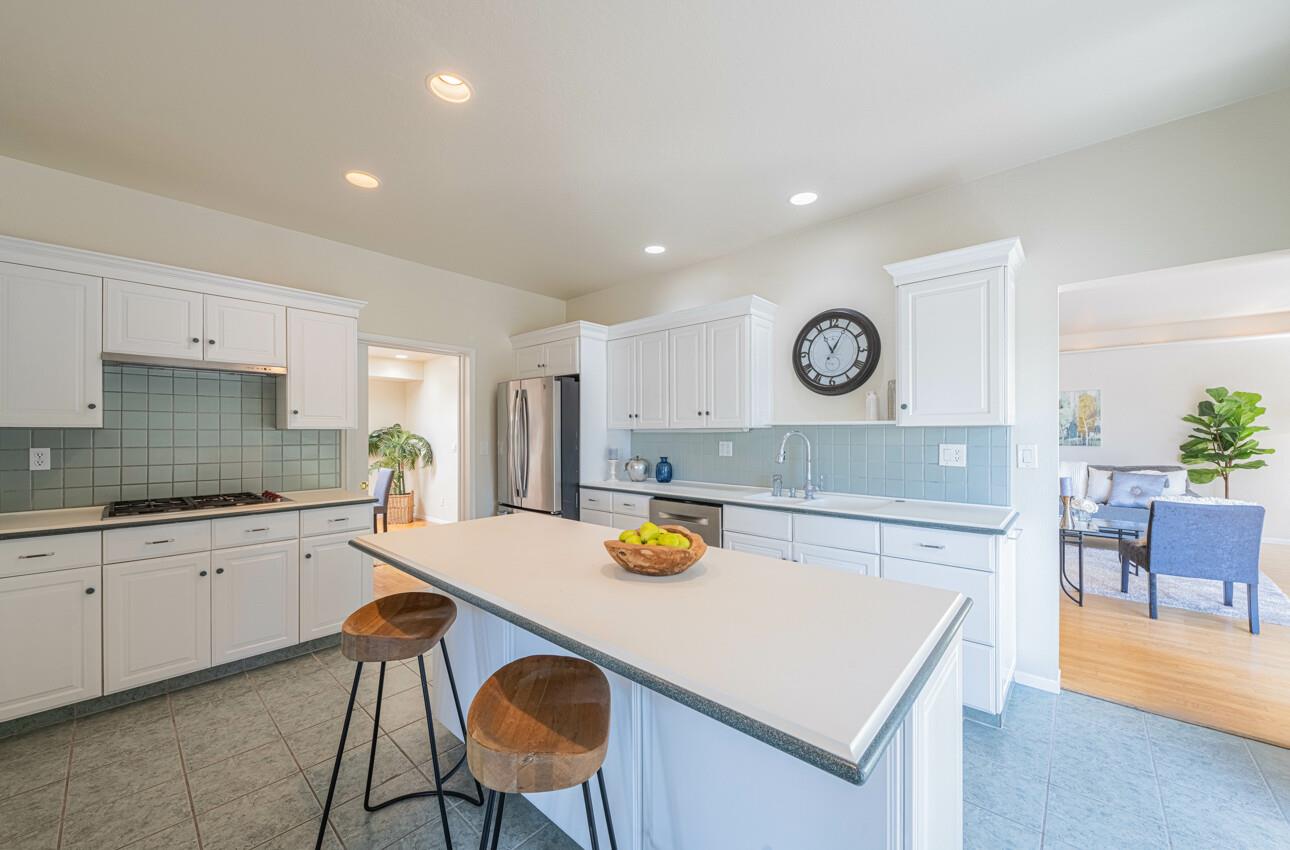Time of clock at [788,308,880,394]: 12:55
